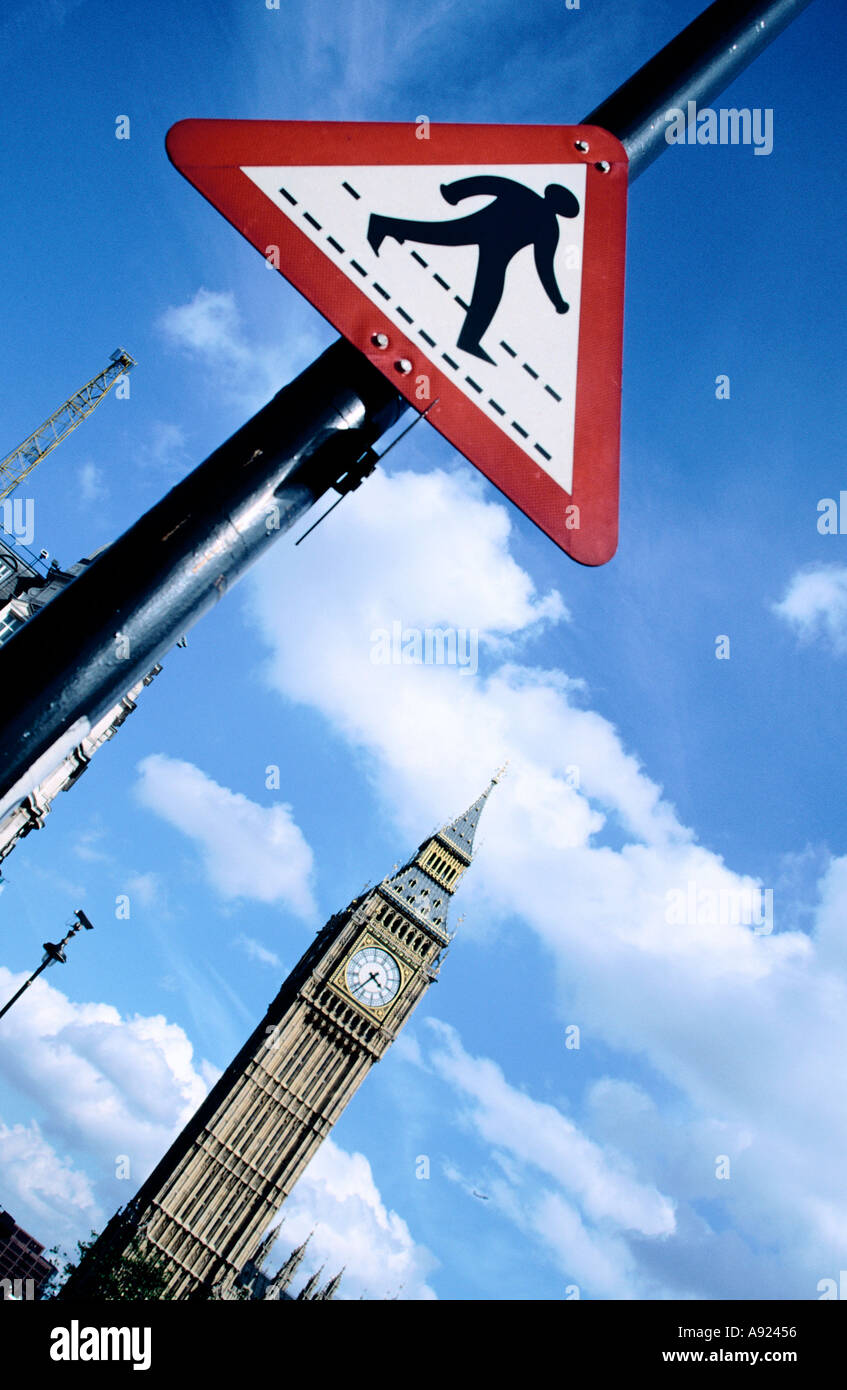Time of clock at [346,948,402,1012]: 4:37
